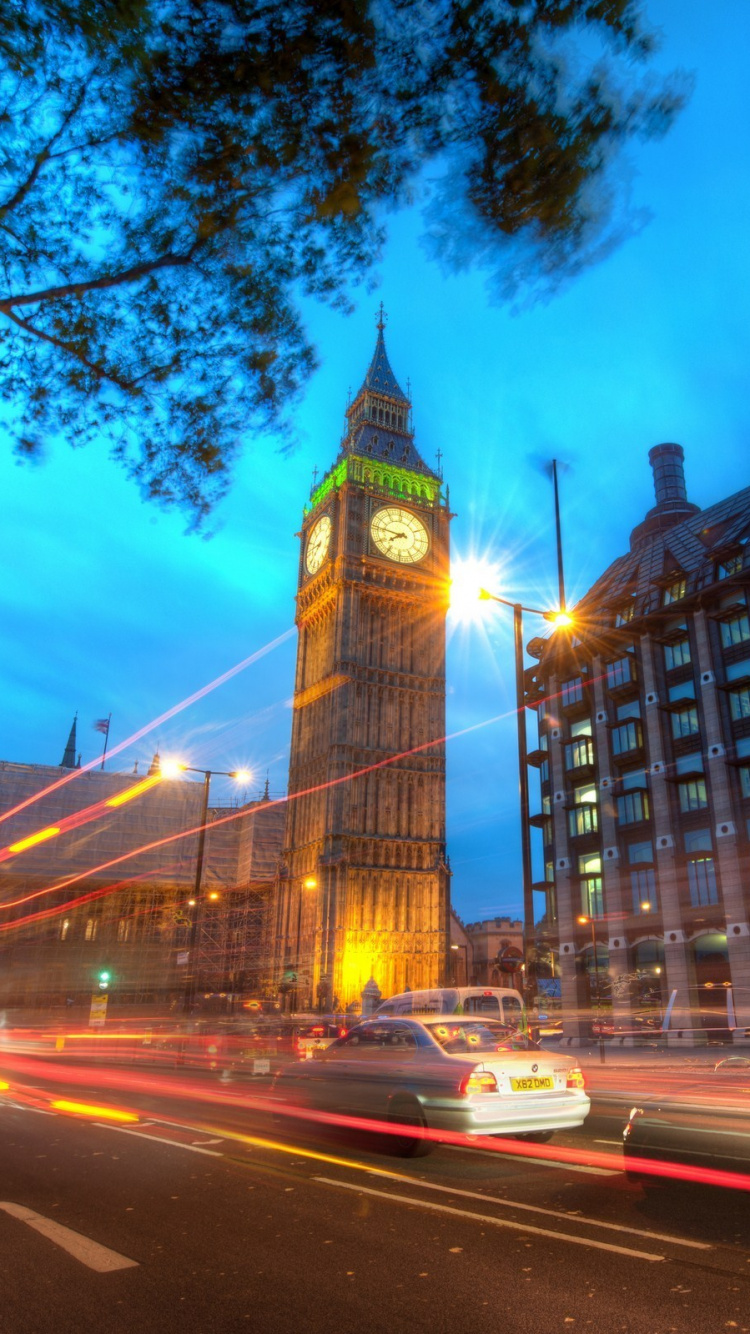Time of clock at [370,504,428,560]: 7:46
